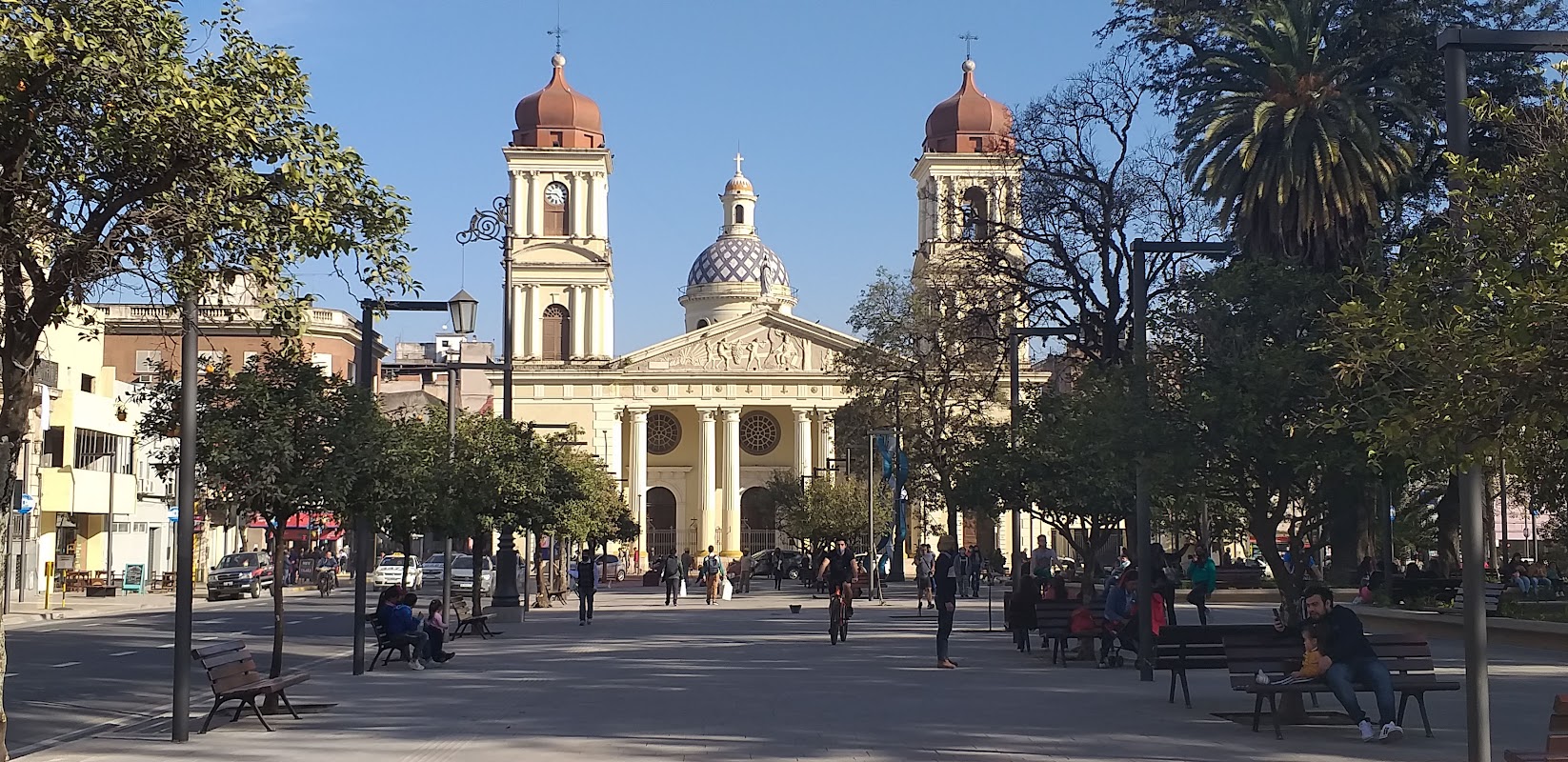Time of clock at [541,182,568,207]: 4:45
